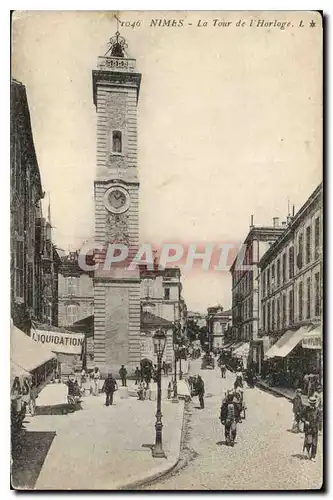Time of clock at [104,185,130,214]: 11:07
